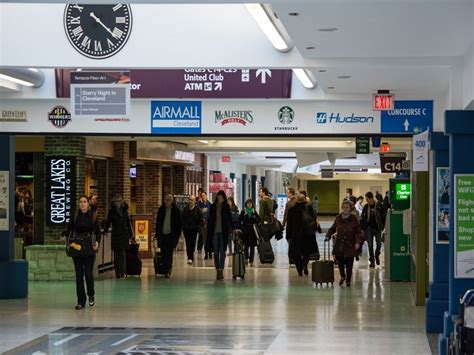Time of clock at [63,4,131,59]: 10:21
